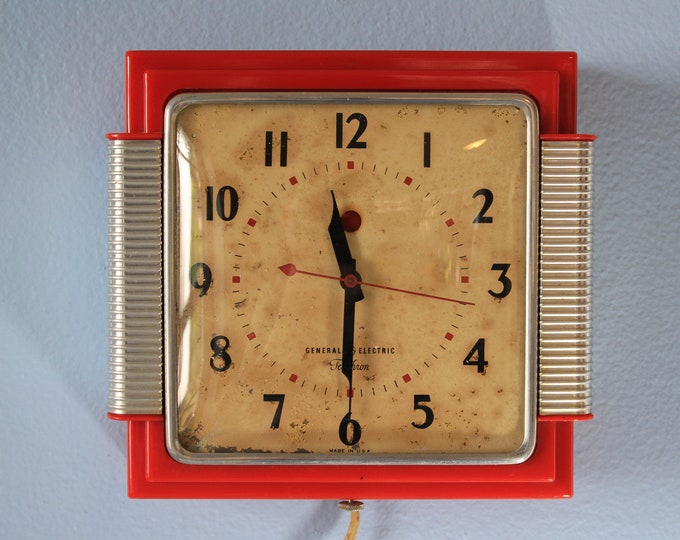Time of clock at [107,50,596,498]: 11:29
